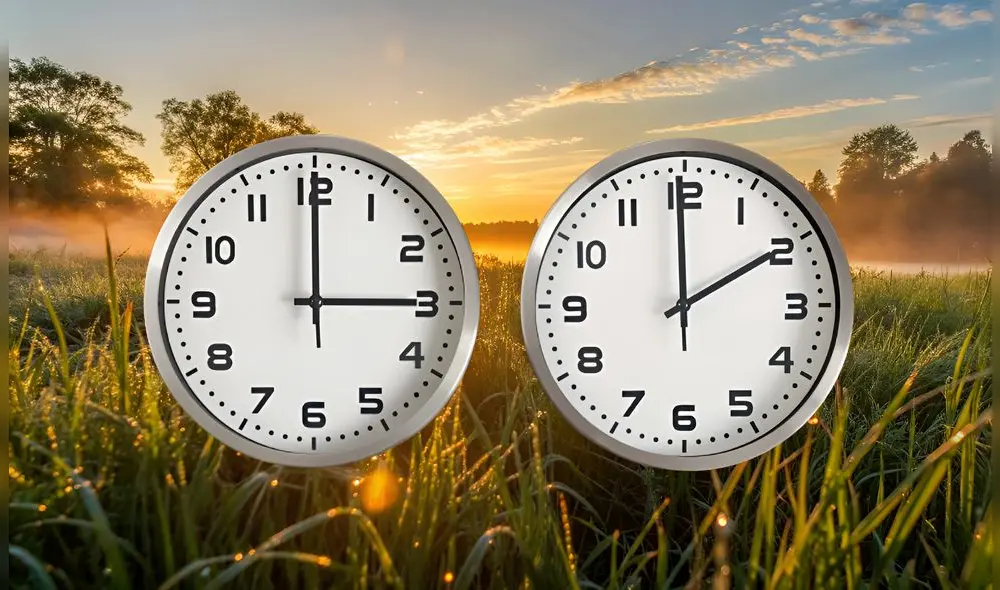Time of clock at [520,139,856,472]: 1:59
